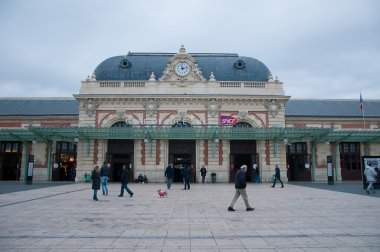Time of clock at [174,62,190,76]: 11:12
